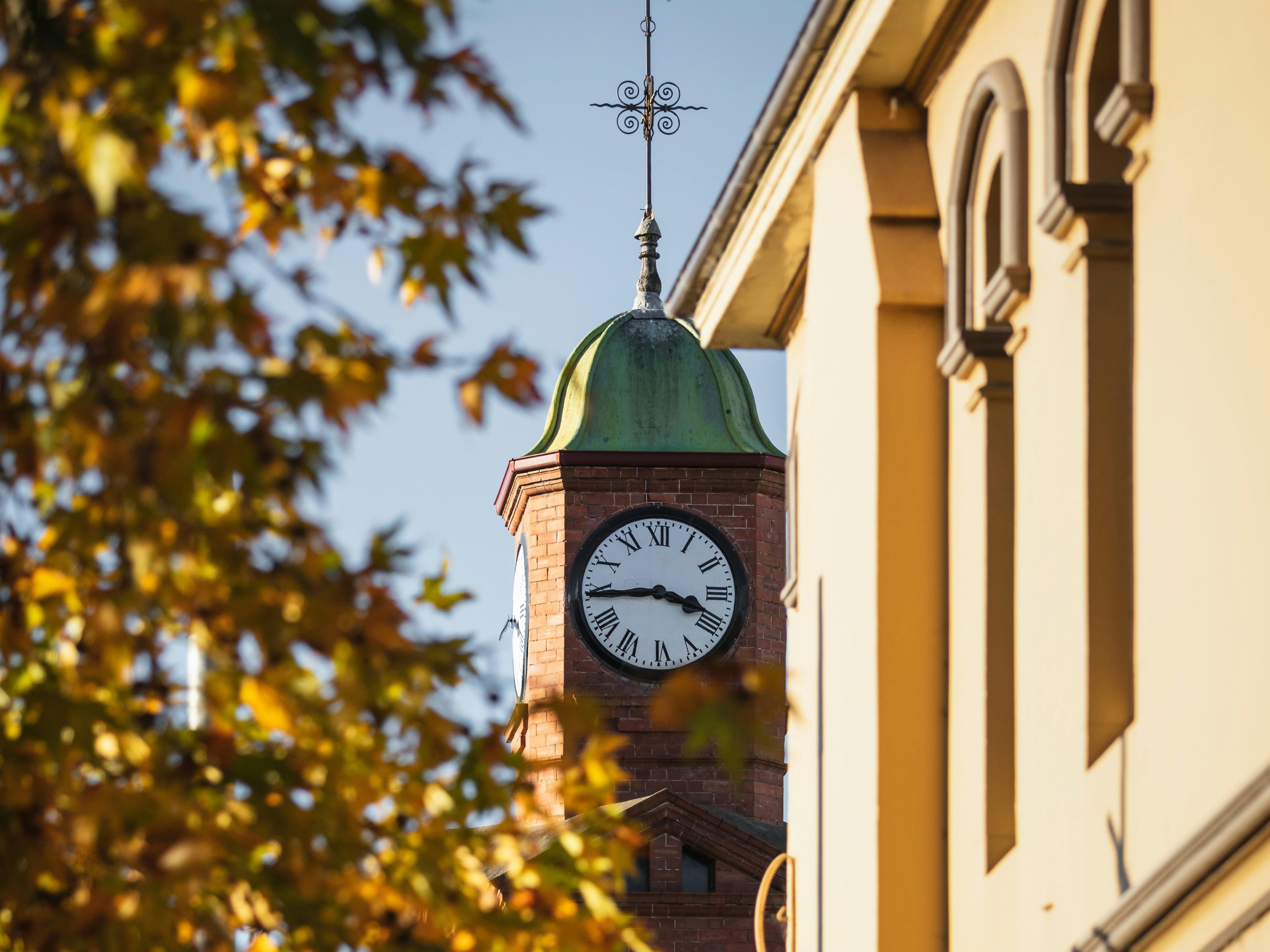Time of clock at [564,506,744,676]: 3:44
